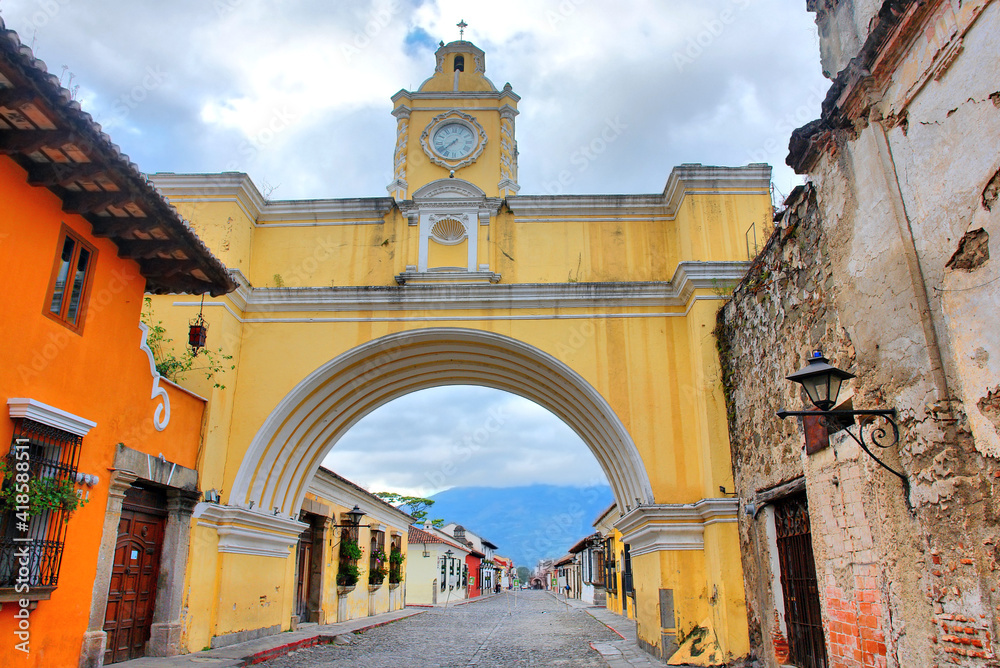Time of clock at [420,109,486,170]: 7:37
